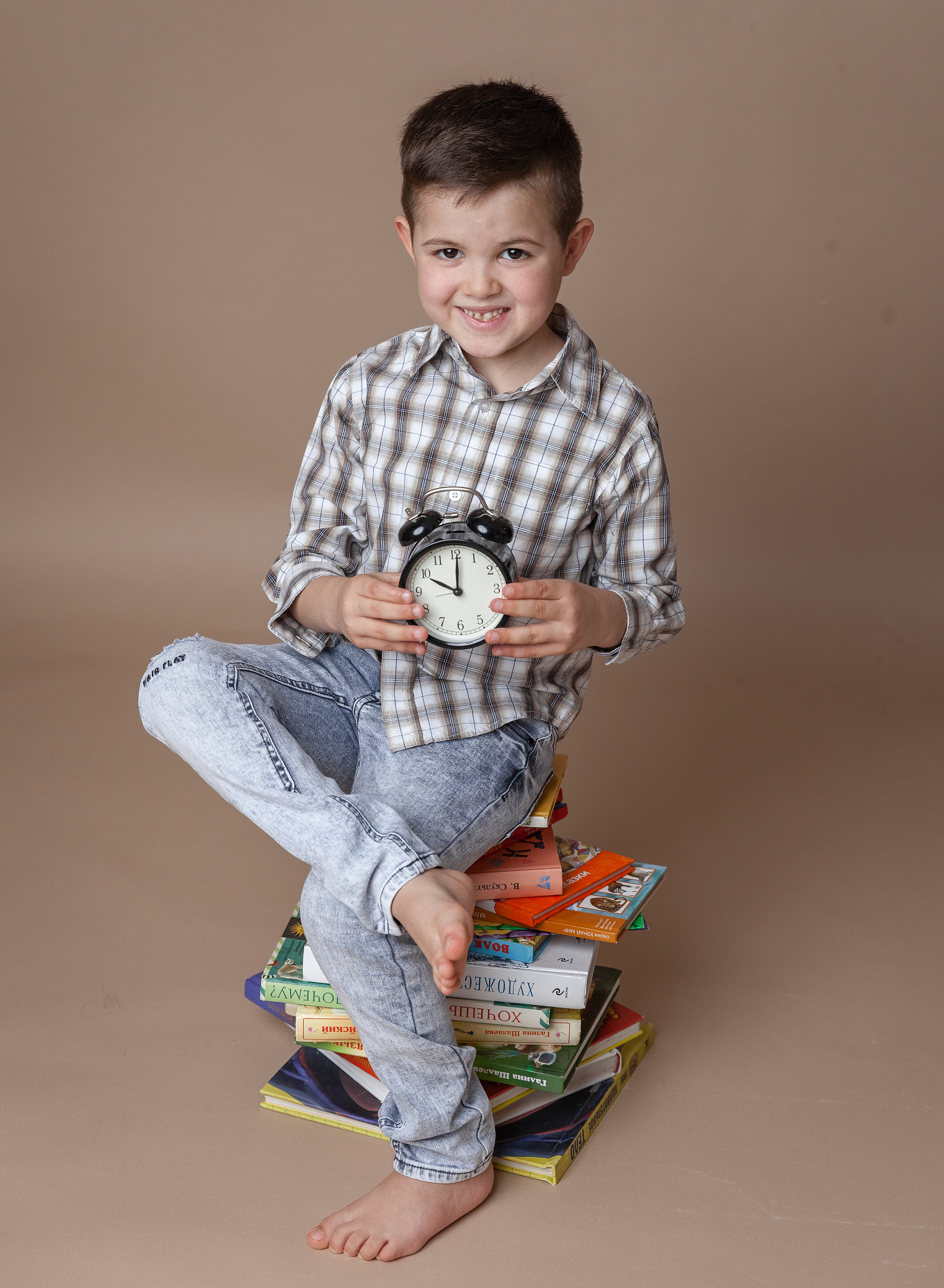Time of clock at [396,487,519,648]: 10:00
